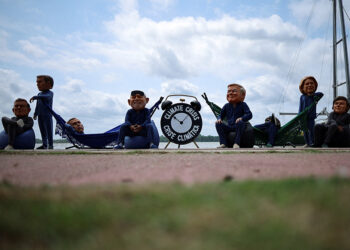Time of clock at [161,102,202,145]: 10:07
